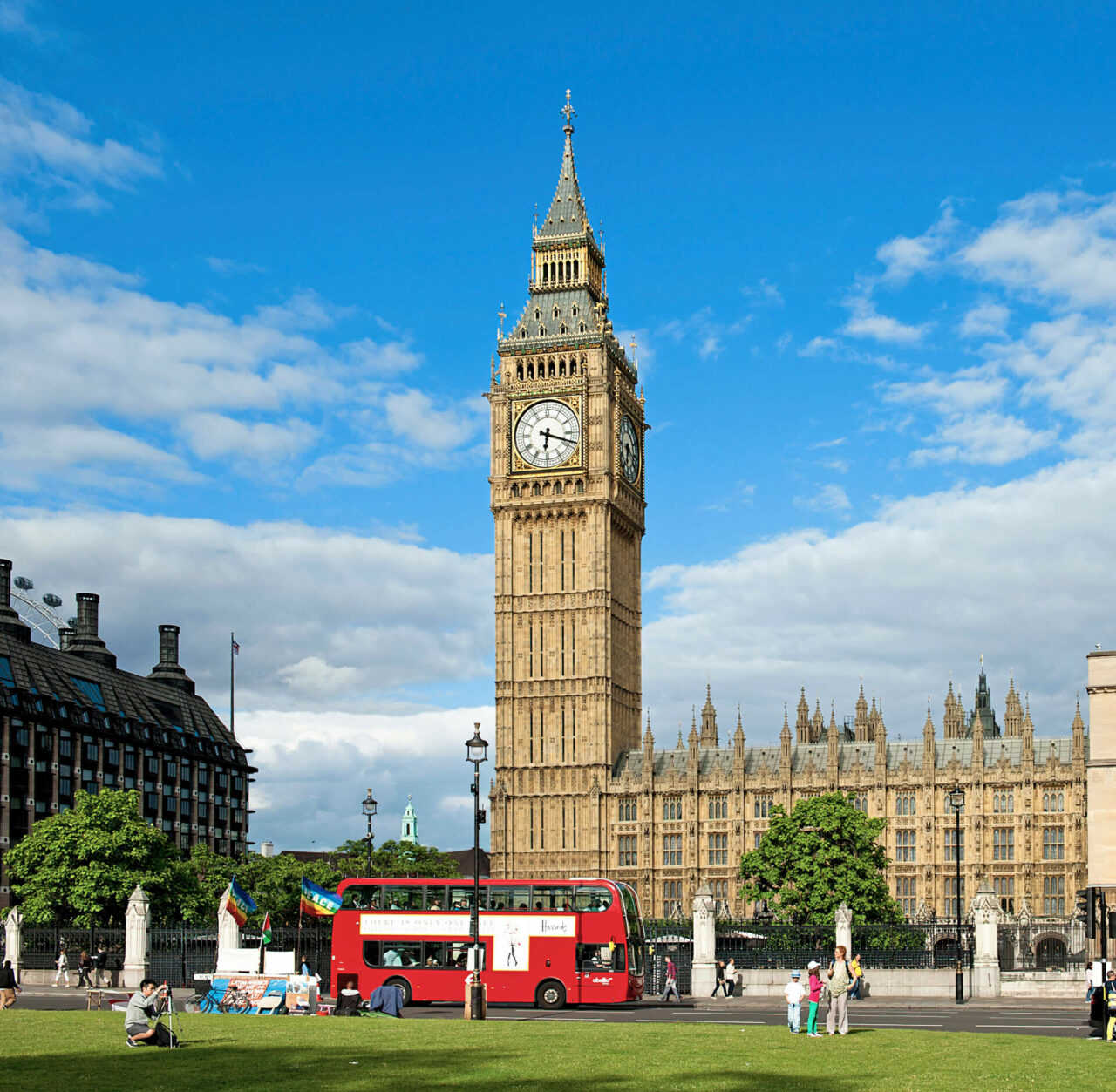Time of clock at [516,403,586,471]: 6:18
